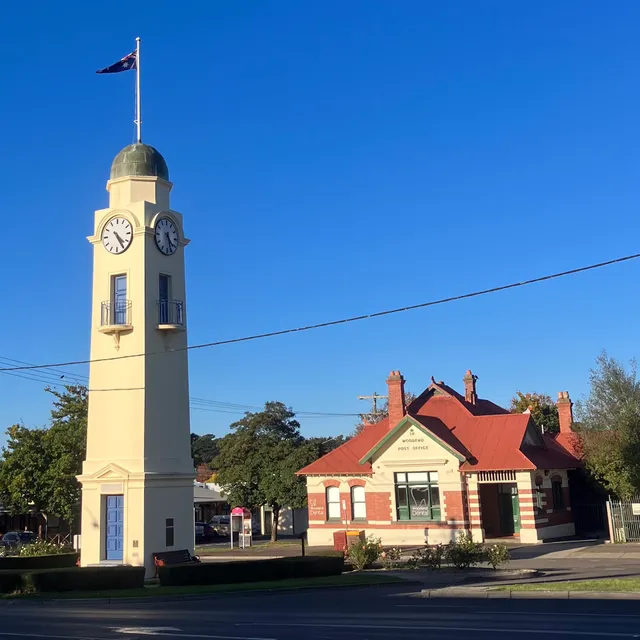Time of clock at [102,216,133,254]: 4:24
